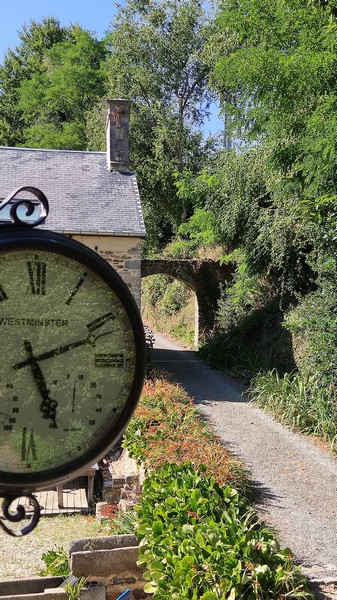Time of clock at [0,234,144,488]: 5:11
